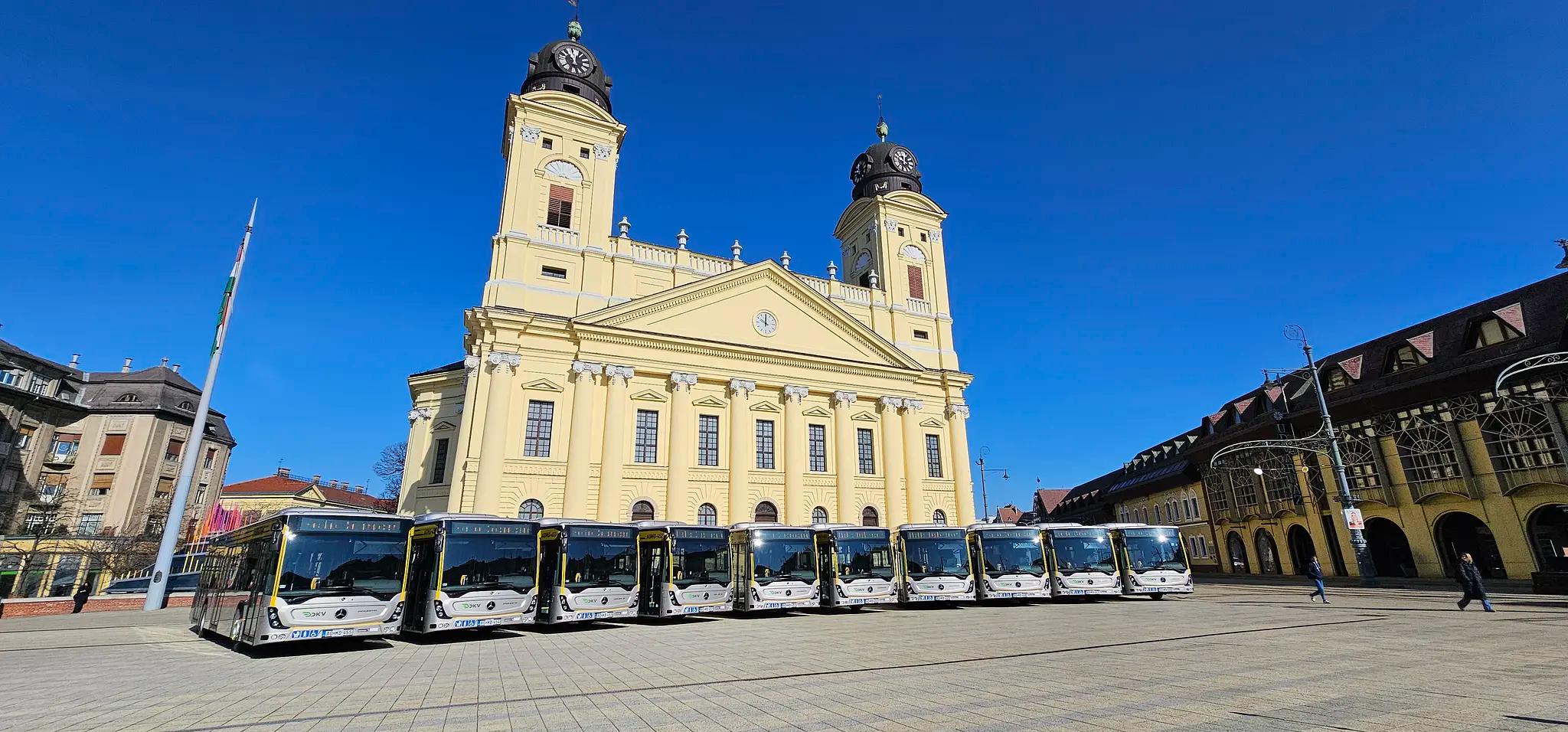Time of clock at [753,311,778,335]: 10:00
